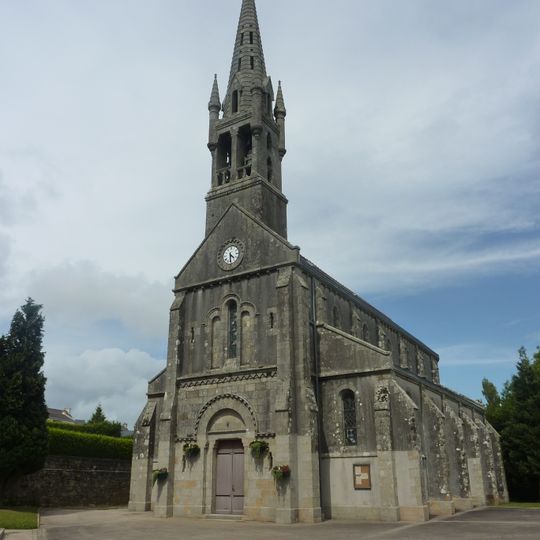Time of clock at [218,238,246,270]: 4:29
